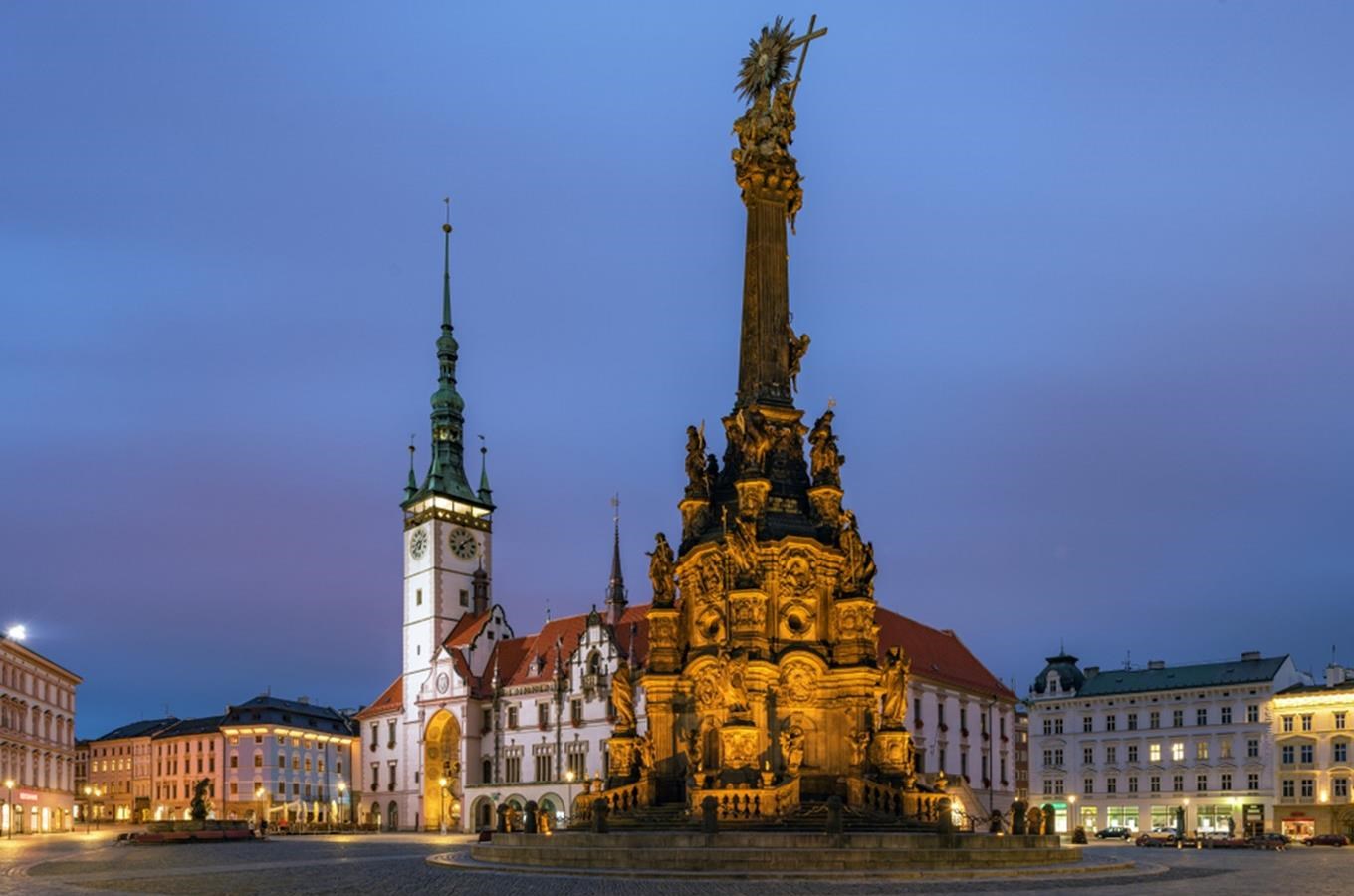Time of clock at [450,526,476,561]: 7:08
